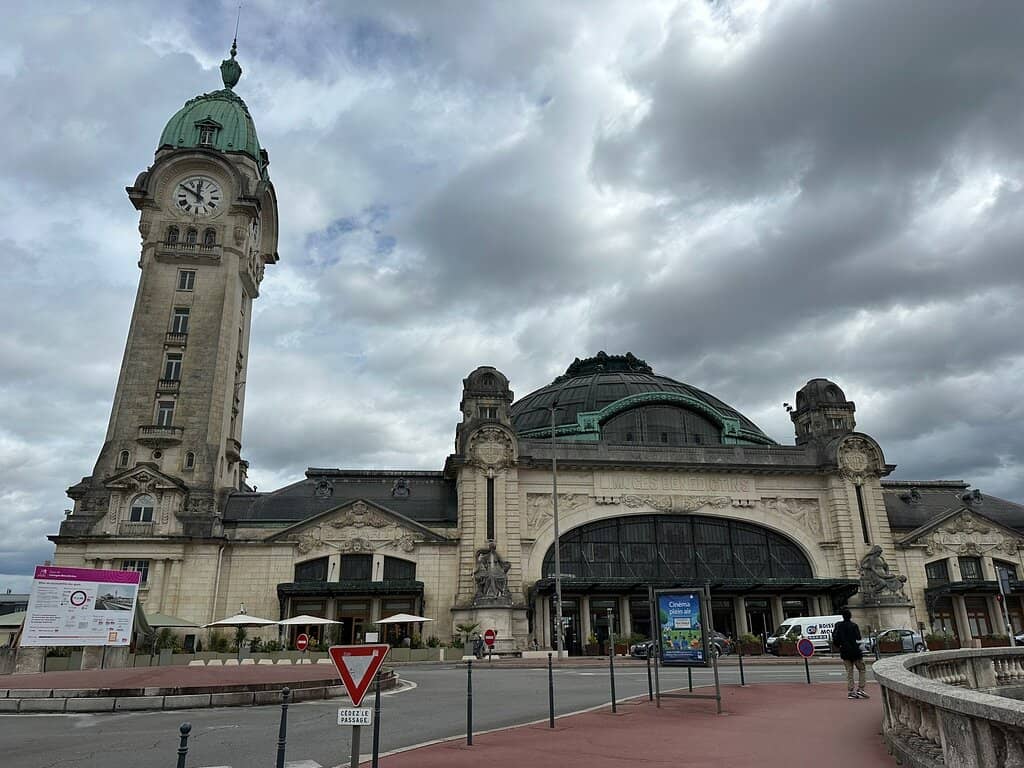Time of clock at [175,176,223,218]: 11:50
